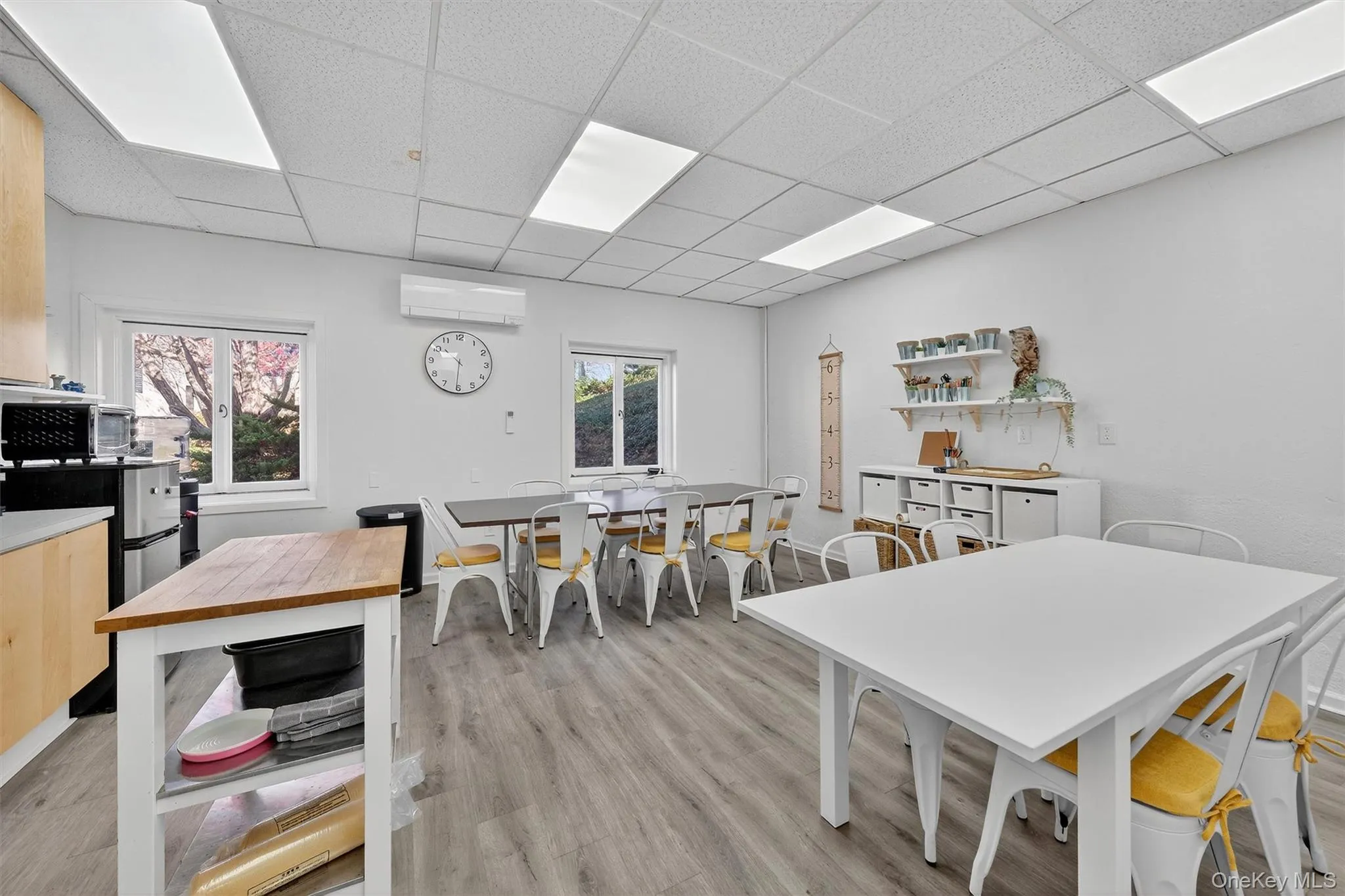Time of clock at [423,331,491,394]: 10:30
